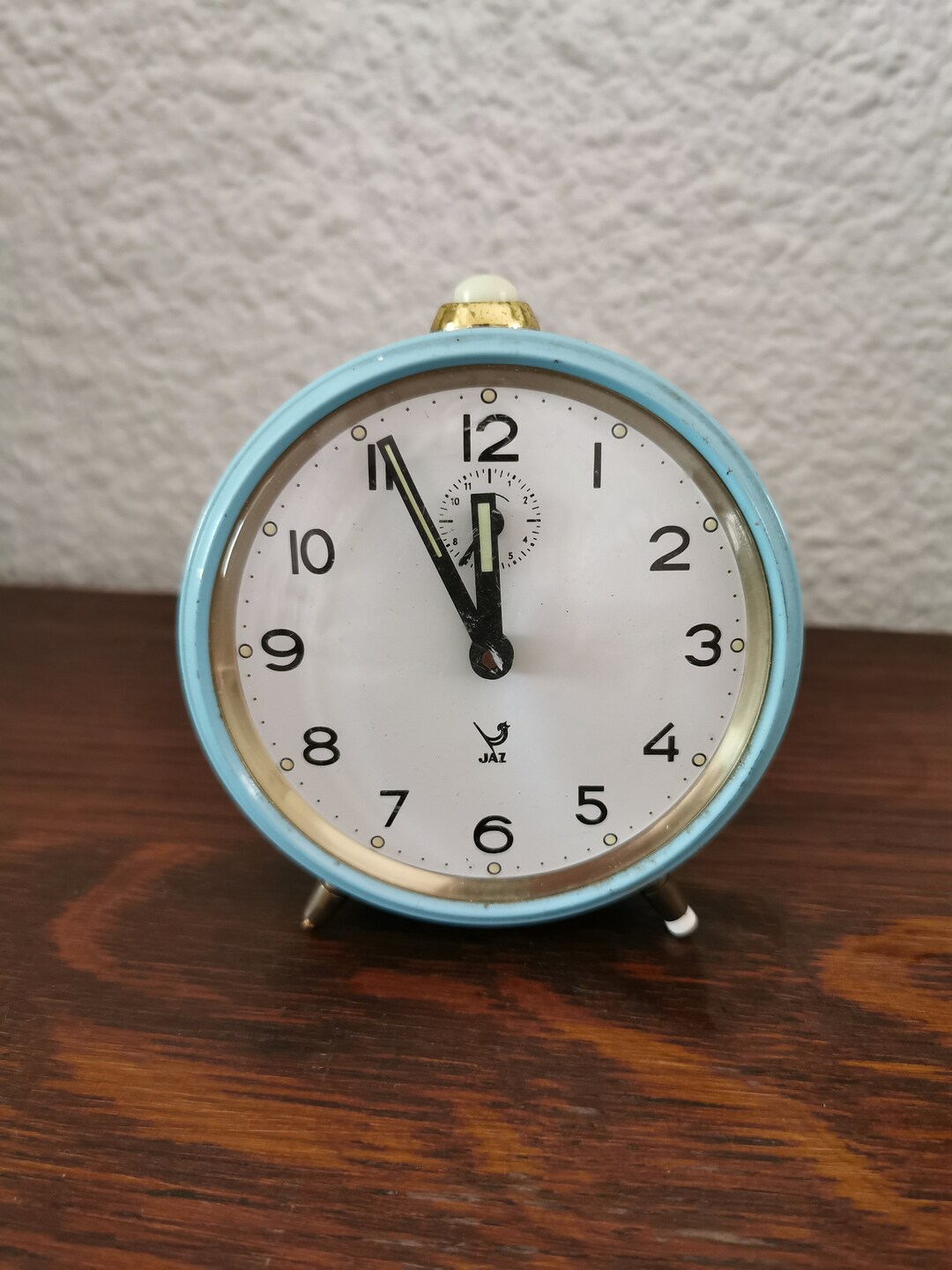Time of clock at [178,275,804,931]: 11:55
